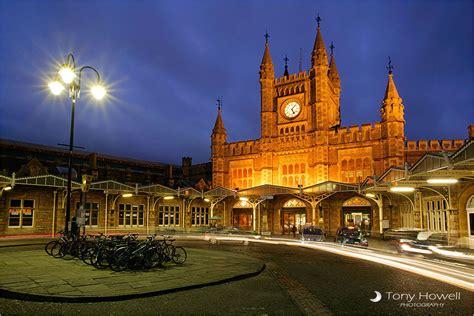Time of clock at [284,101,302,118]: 5:06
